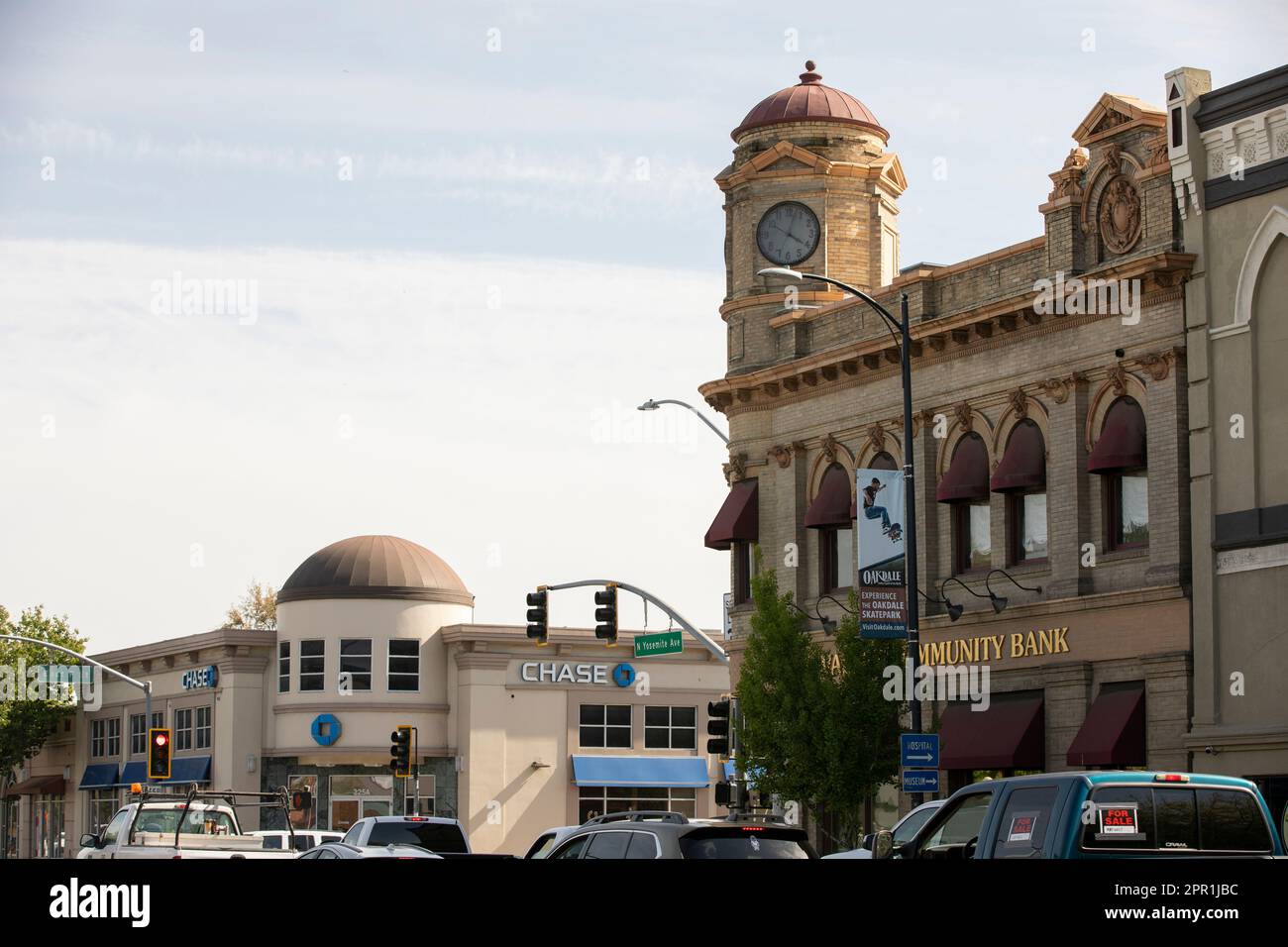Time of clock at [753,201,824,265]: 4:02
